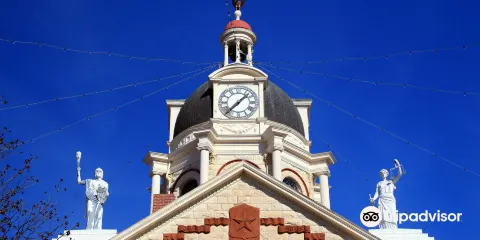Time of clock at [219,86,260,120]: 1:37
